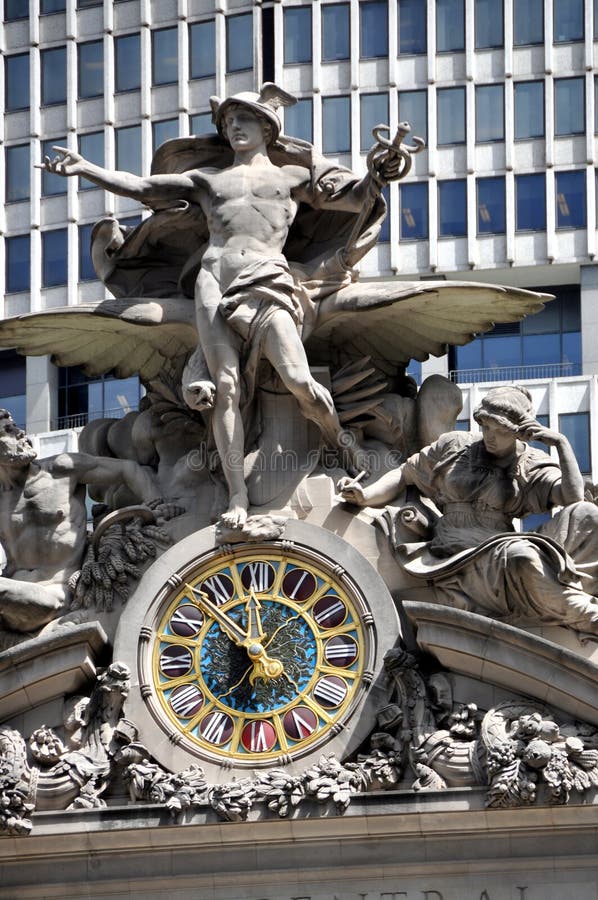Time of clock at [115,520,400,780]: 11:52
